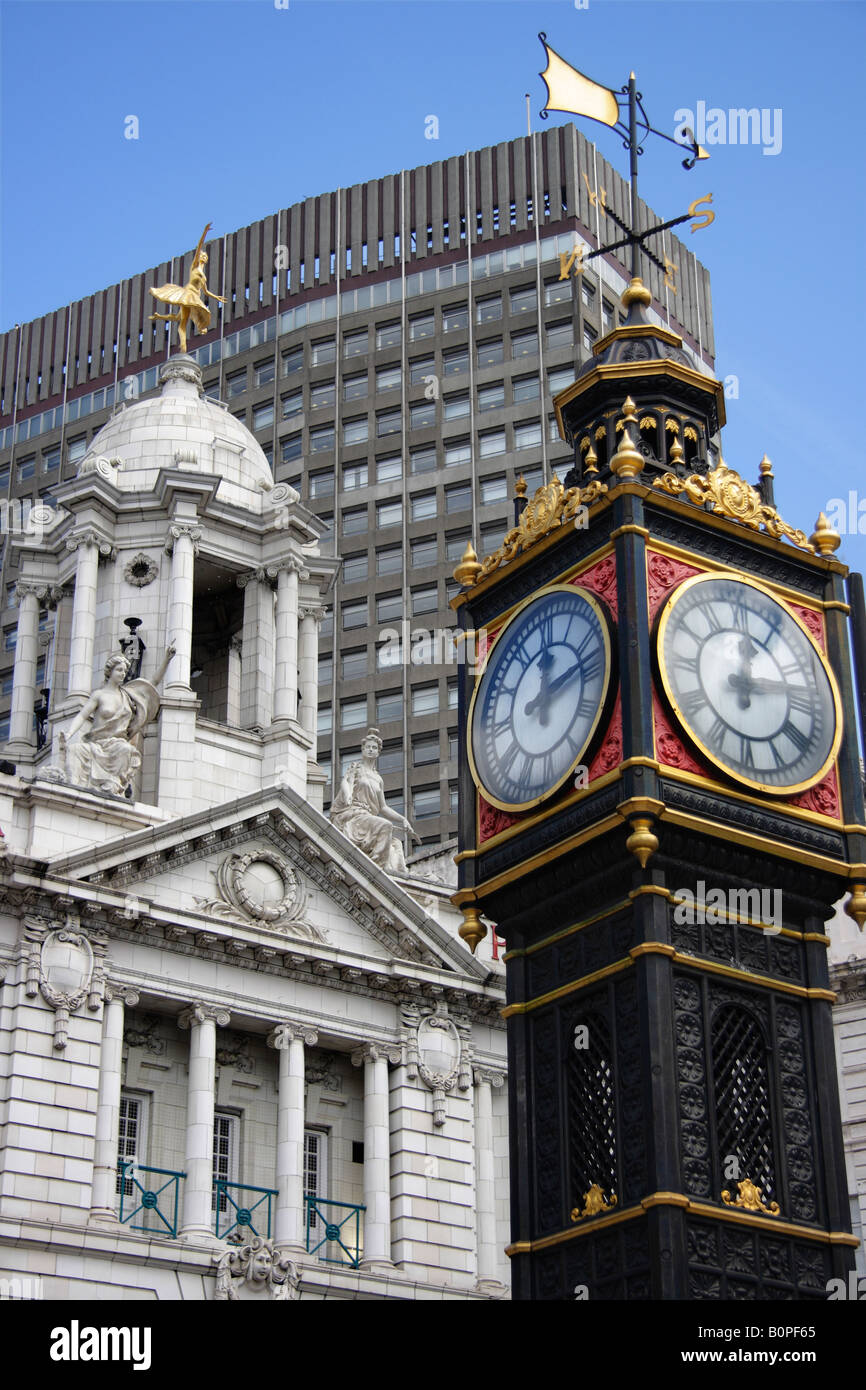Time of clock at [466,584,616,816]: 12:13
